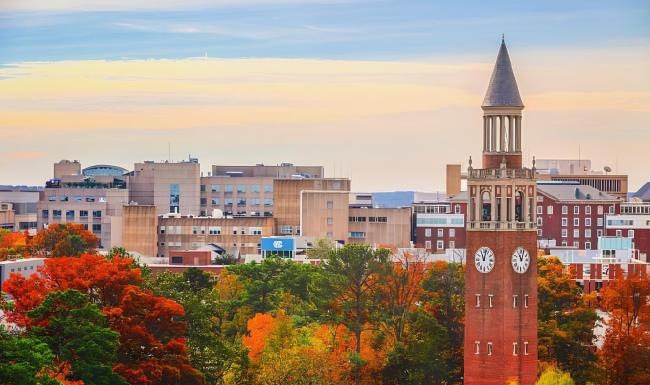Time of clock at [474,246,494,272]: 11:02
